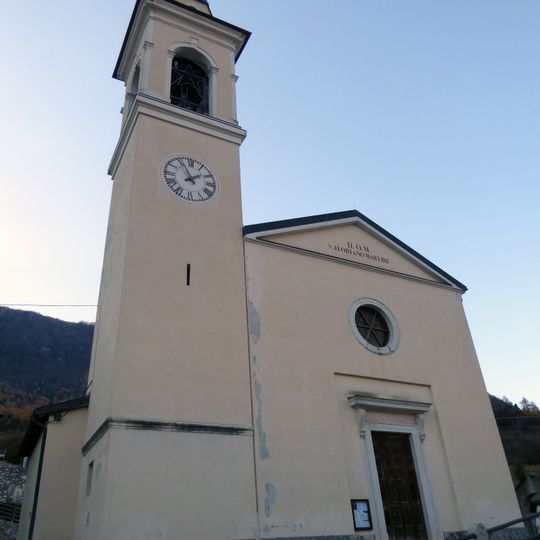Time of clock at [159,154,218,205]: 1:55
